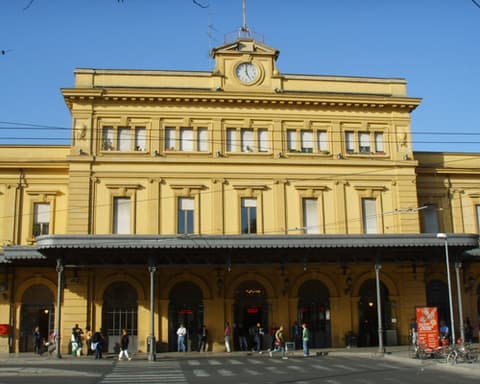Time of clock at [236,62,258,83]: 4:59
